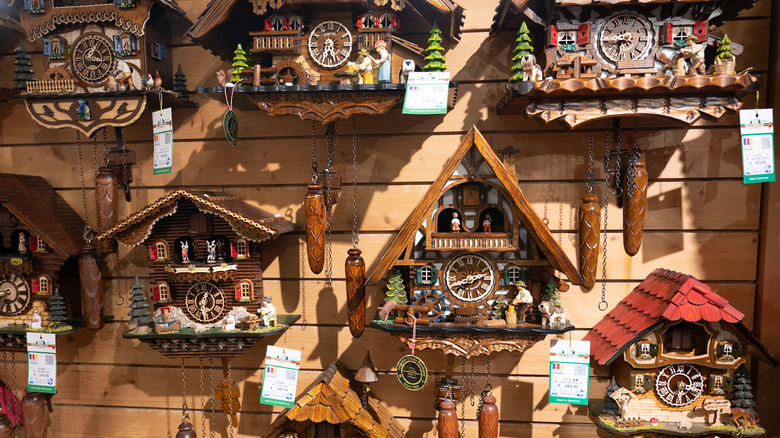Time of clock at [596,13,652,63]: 8:32
